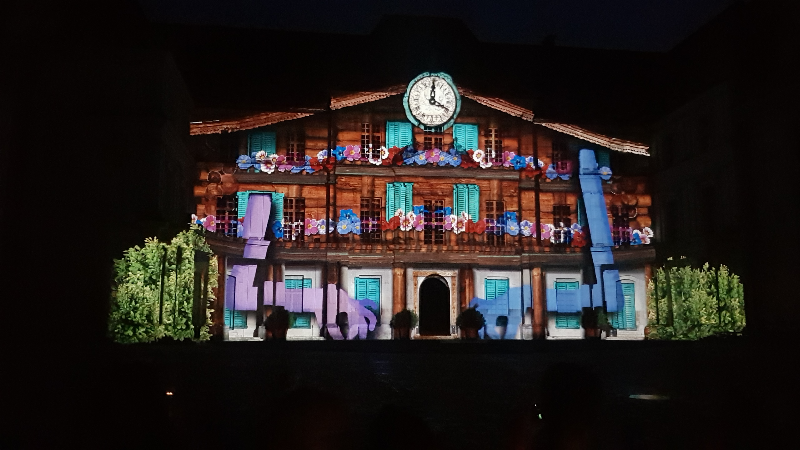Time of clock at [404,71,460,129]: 4:01
